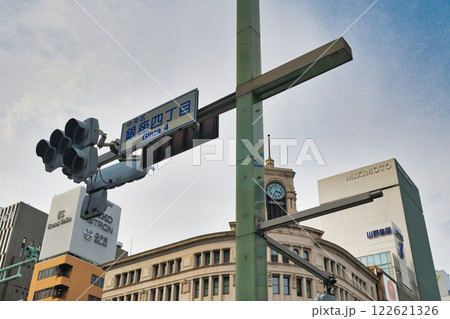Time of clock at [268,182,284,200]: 3:34
